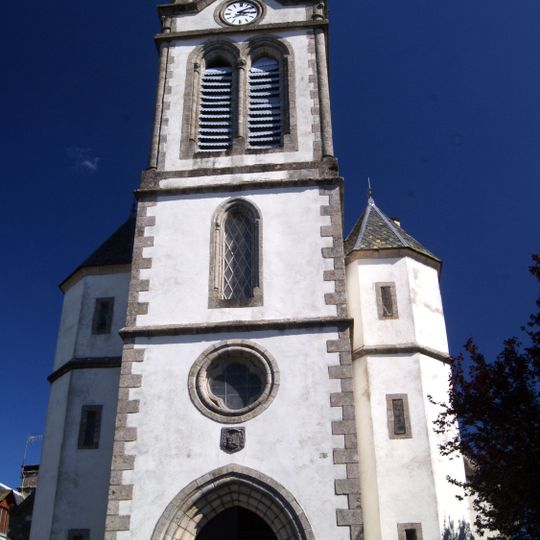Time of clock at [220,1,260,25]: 3:08
